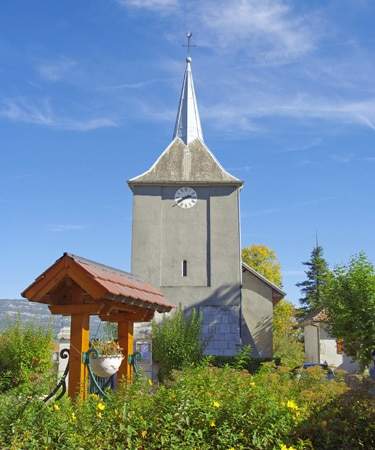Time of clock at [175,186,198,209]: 2:40
